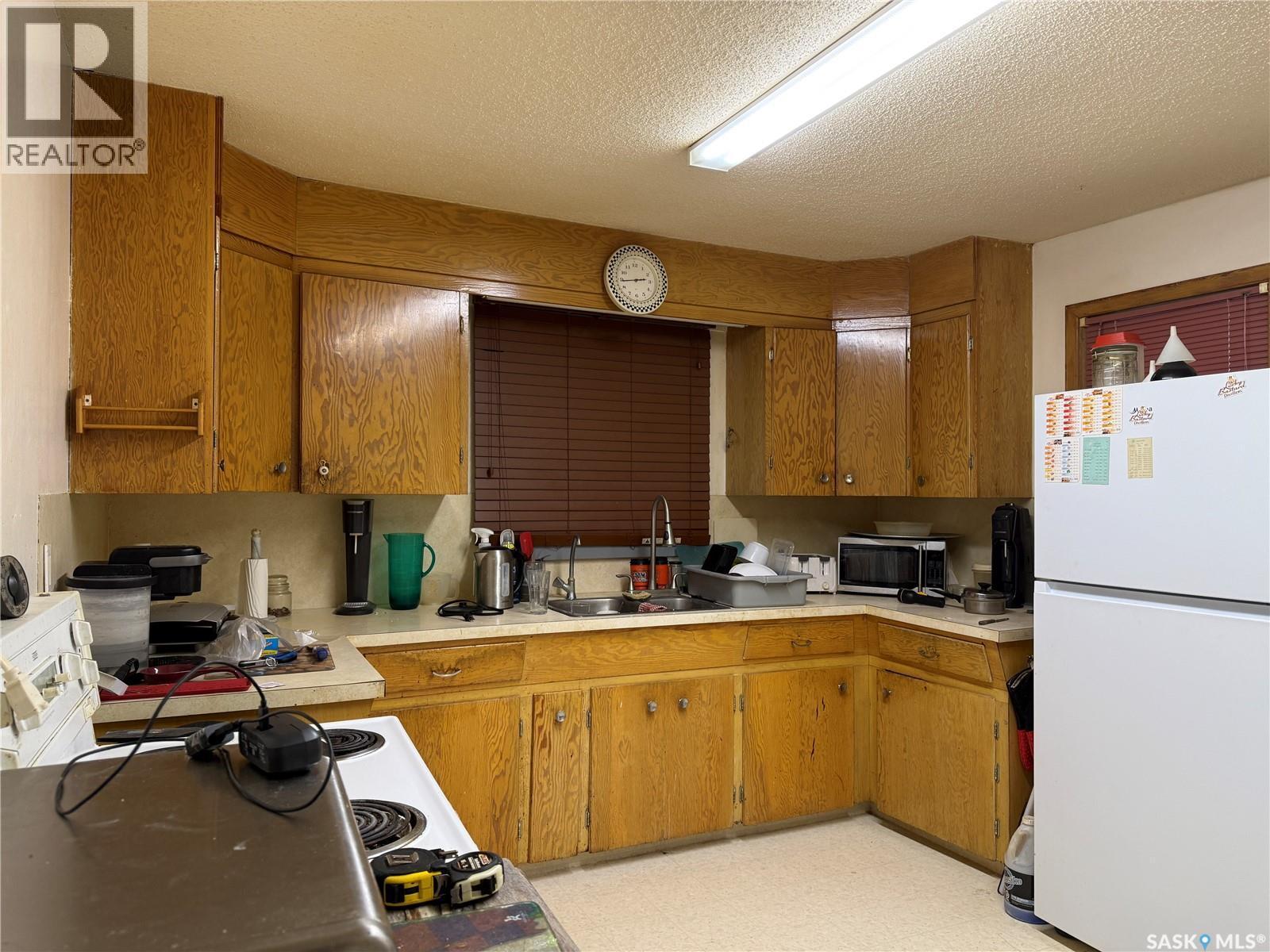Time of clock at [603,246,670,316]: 2:43
